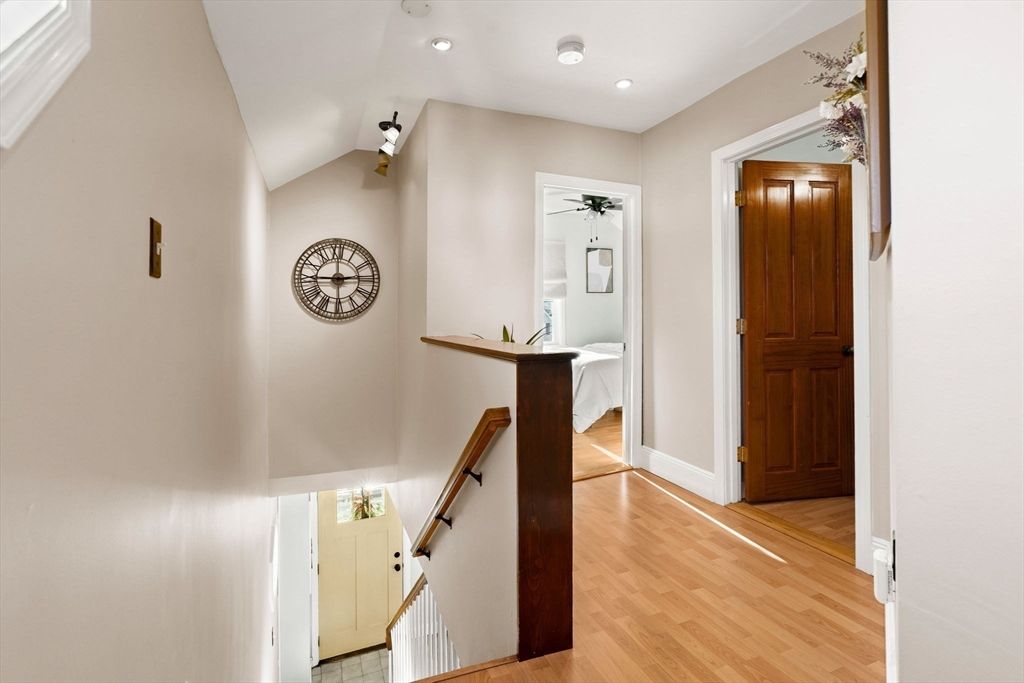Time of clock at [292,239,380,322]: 2:45
